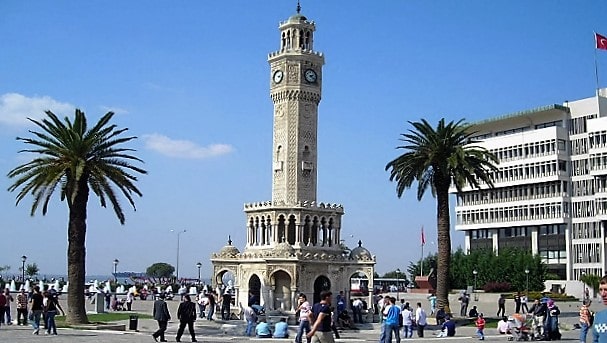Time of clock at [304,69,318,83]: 2:21
